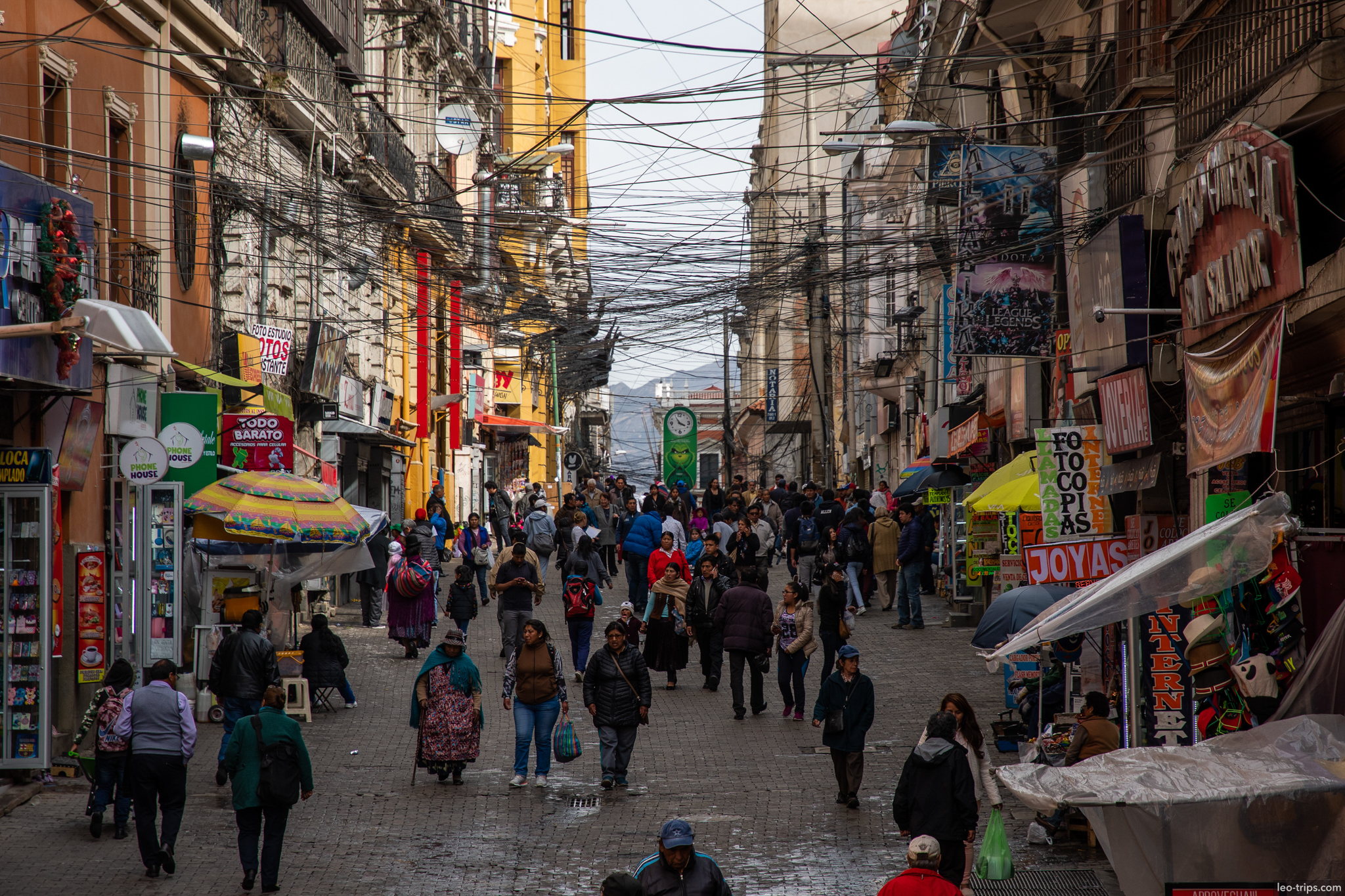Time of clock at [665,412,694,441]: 3:54
